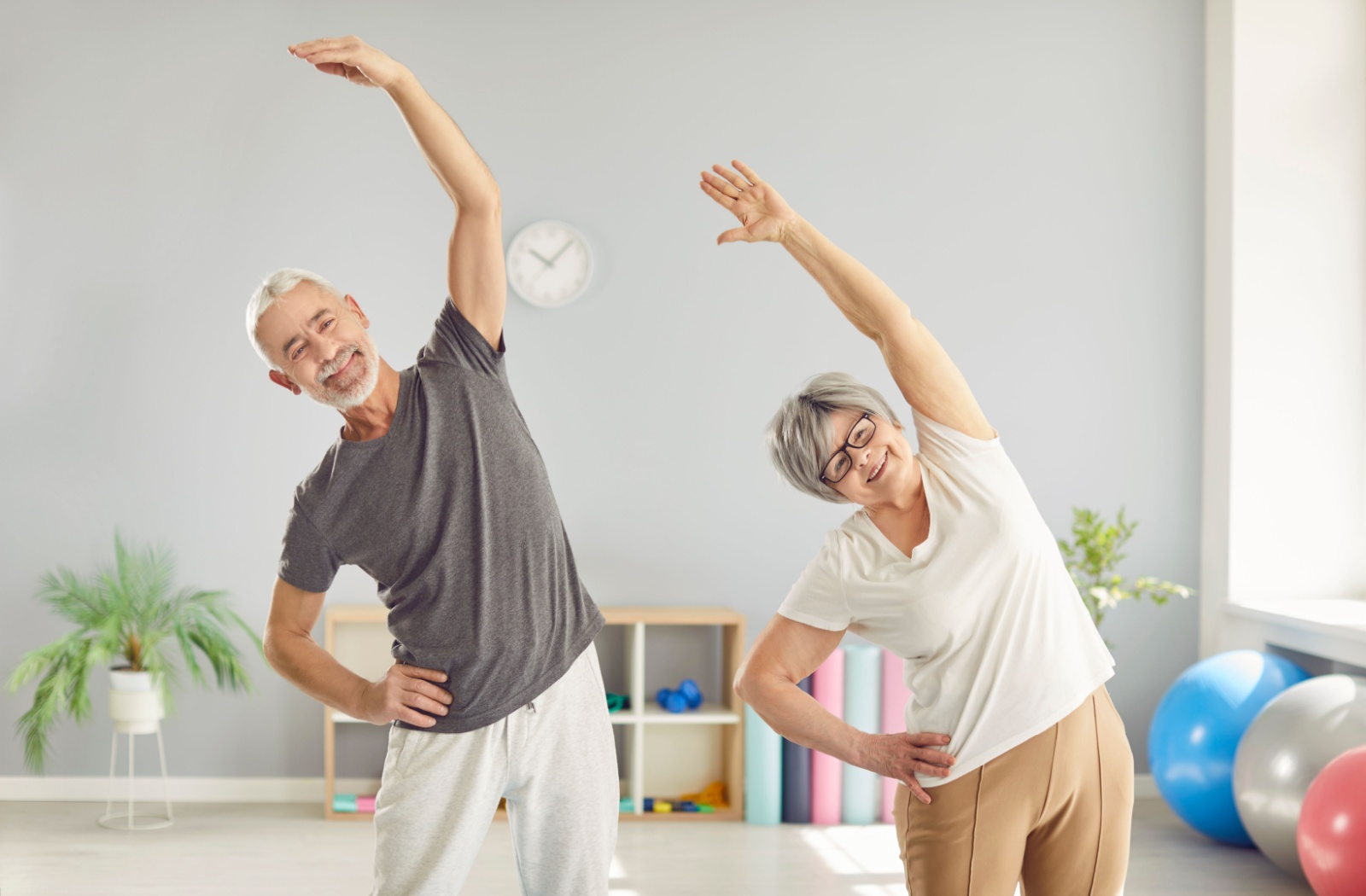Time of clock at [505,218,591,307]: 10:06
